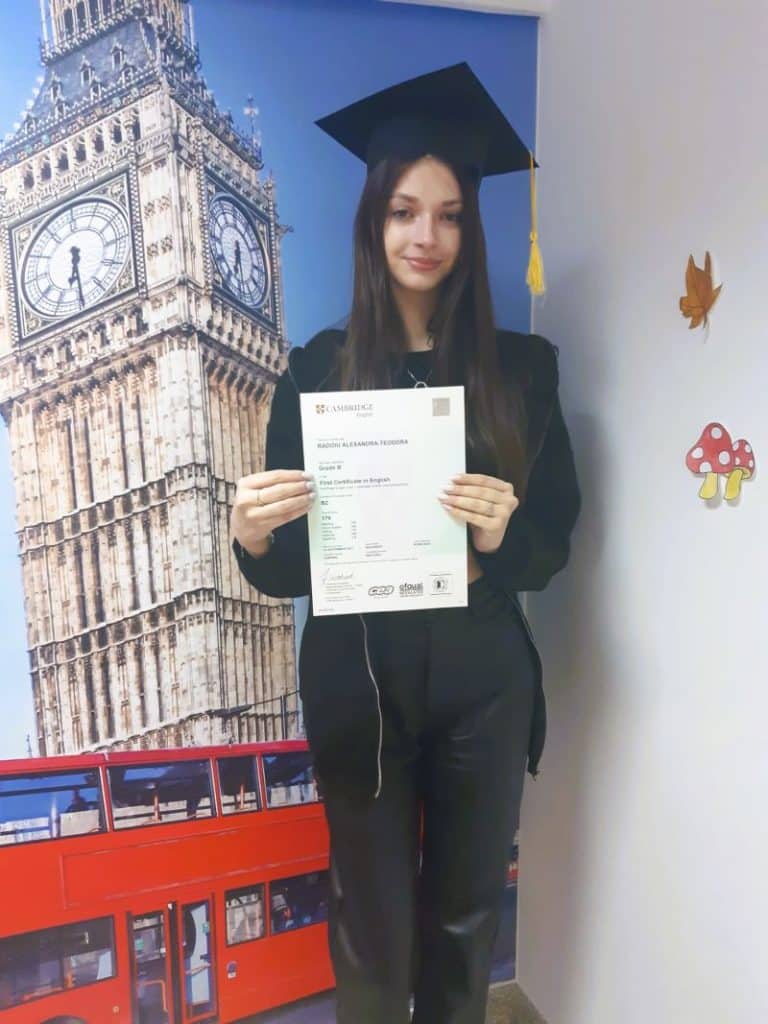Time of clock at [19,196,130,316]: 6:29
